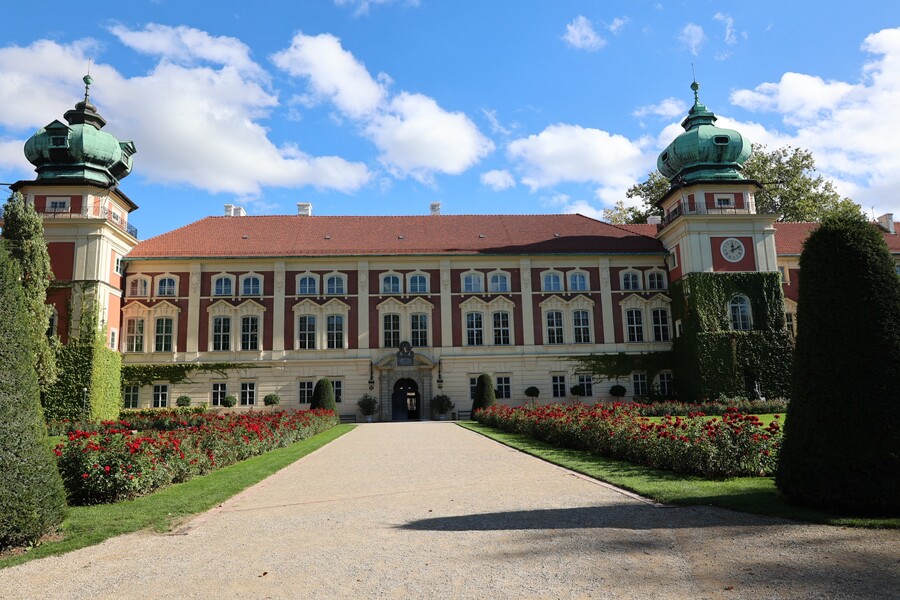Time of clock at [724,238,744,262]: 12:11
